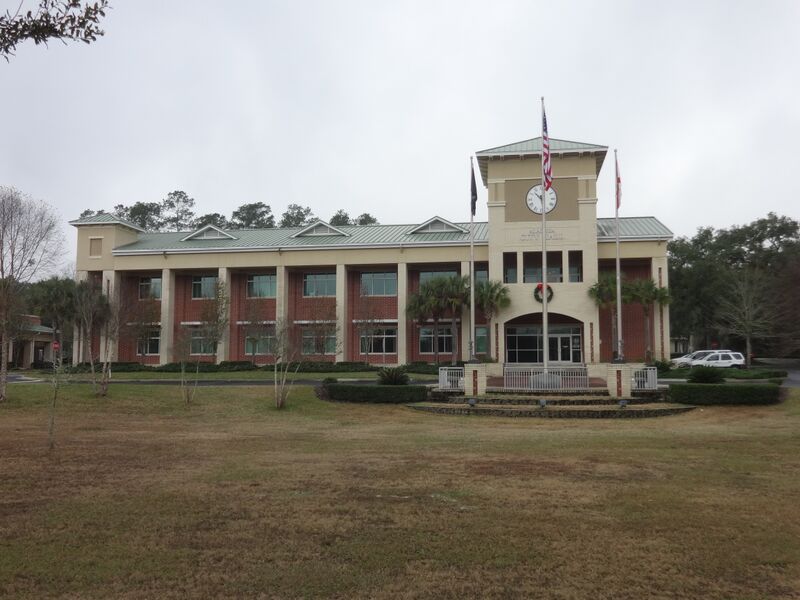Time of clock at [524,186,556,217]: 10:28
